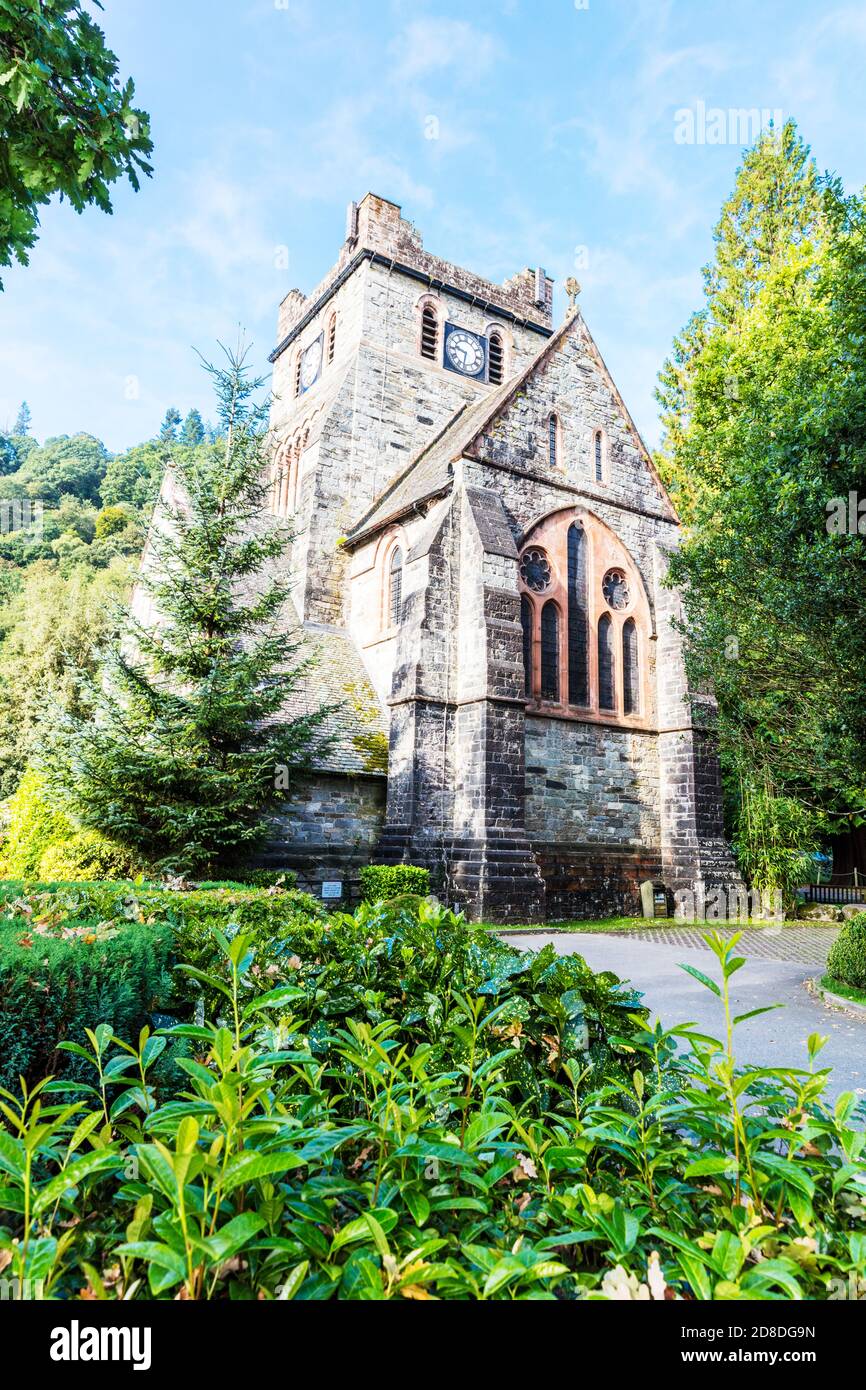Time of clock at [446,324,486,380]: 9:32
